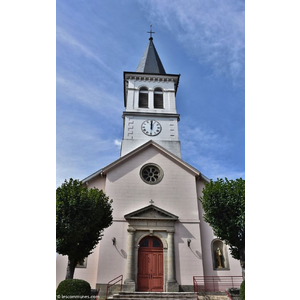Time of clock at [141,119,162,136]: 12:00
